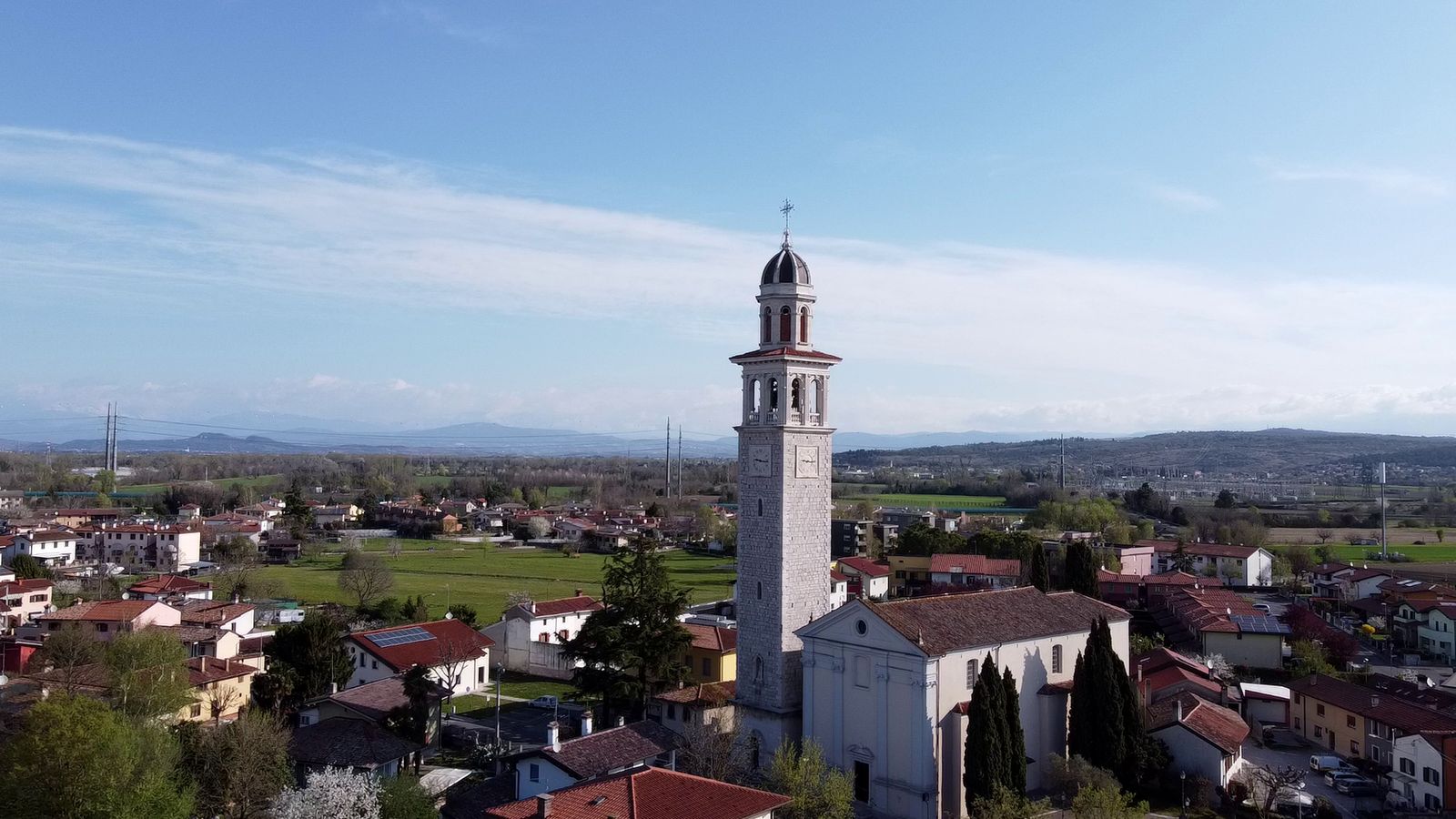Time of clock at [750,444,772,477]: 9:15
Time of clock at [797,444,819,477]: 9:15
